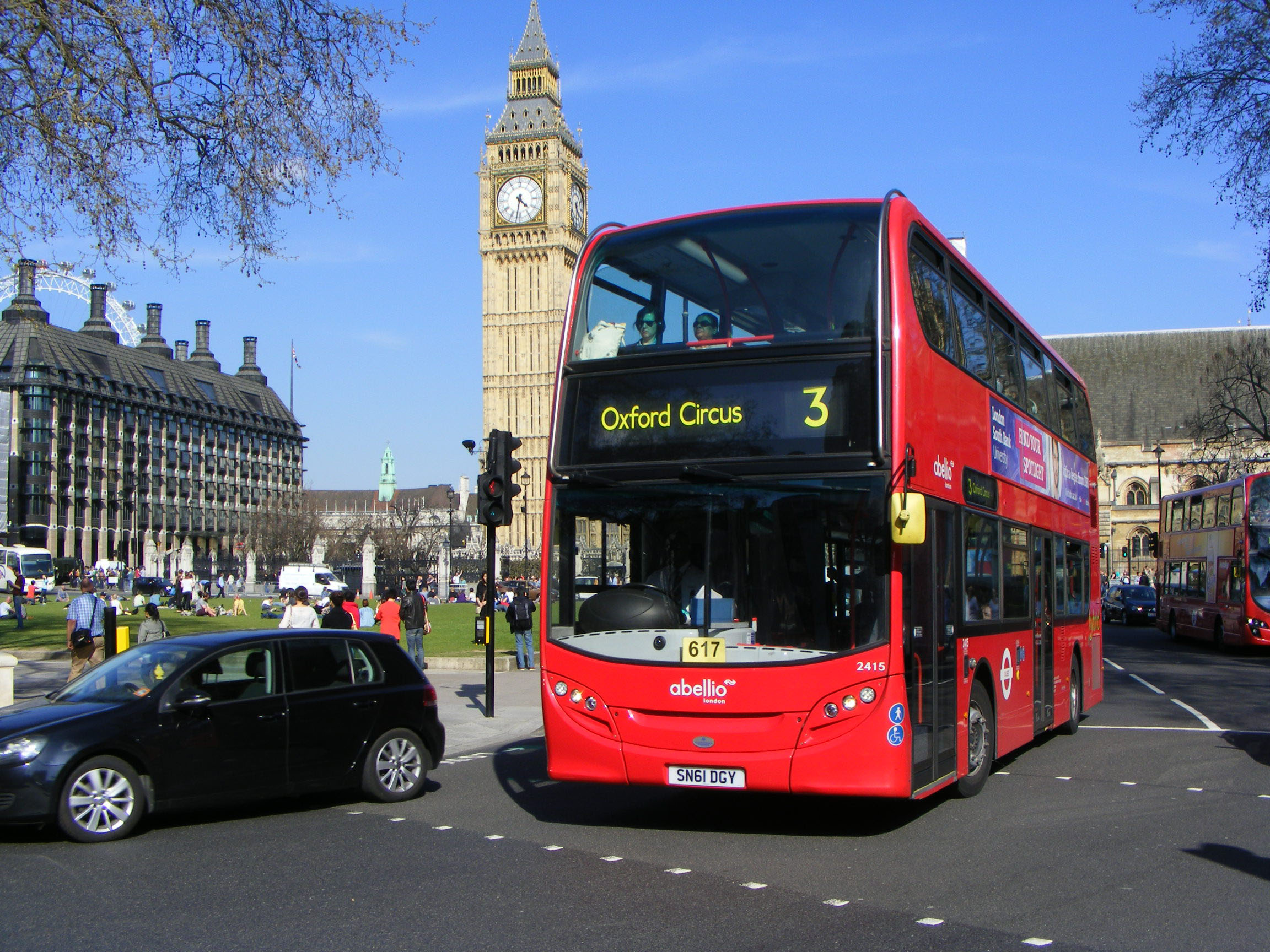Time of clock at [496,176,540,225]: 4:31
